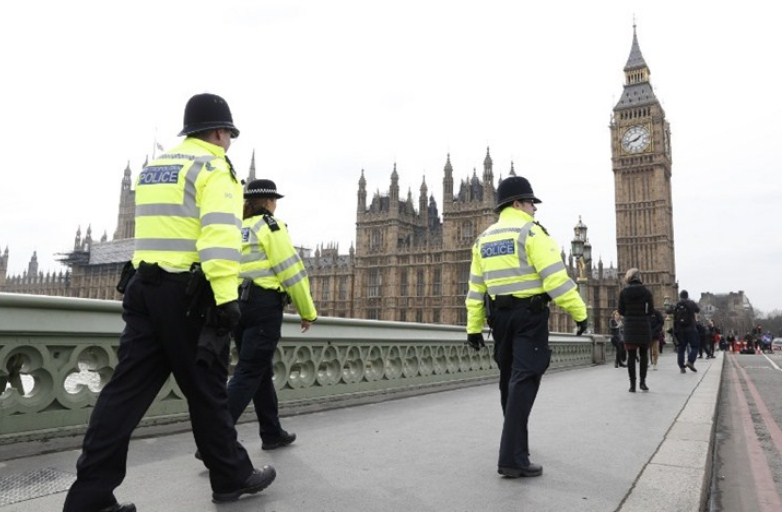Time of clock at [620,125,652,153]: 1:42
